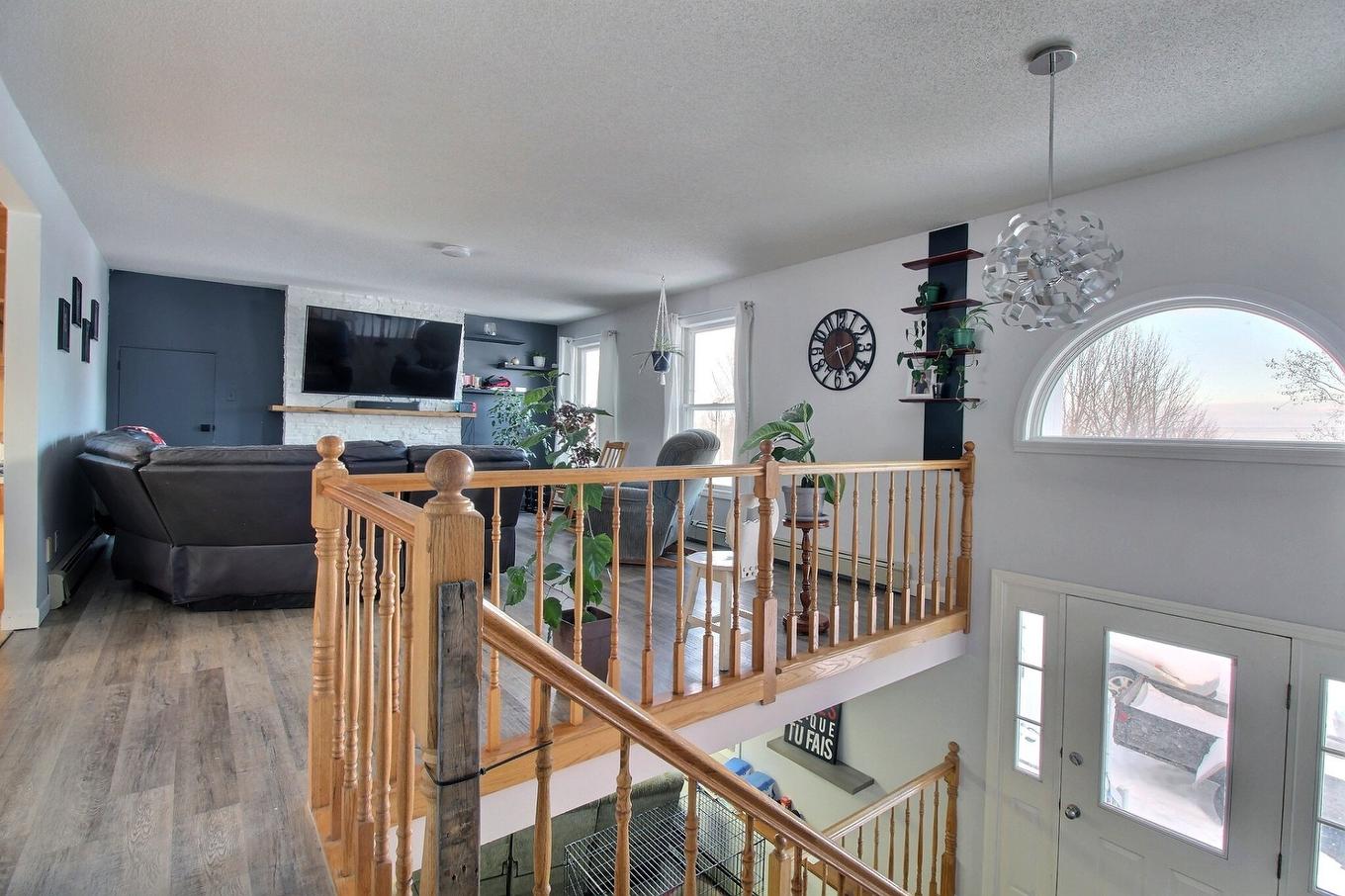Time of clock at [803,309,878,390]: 2:26
